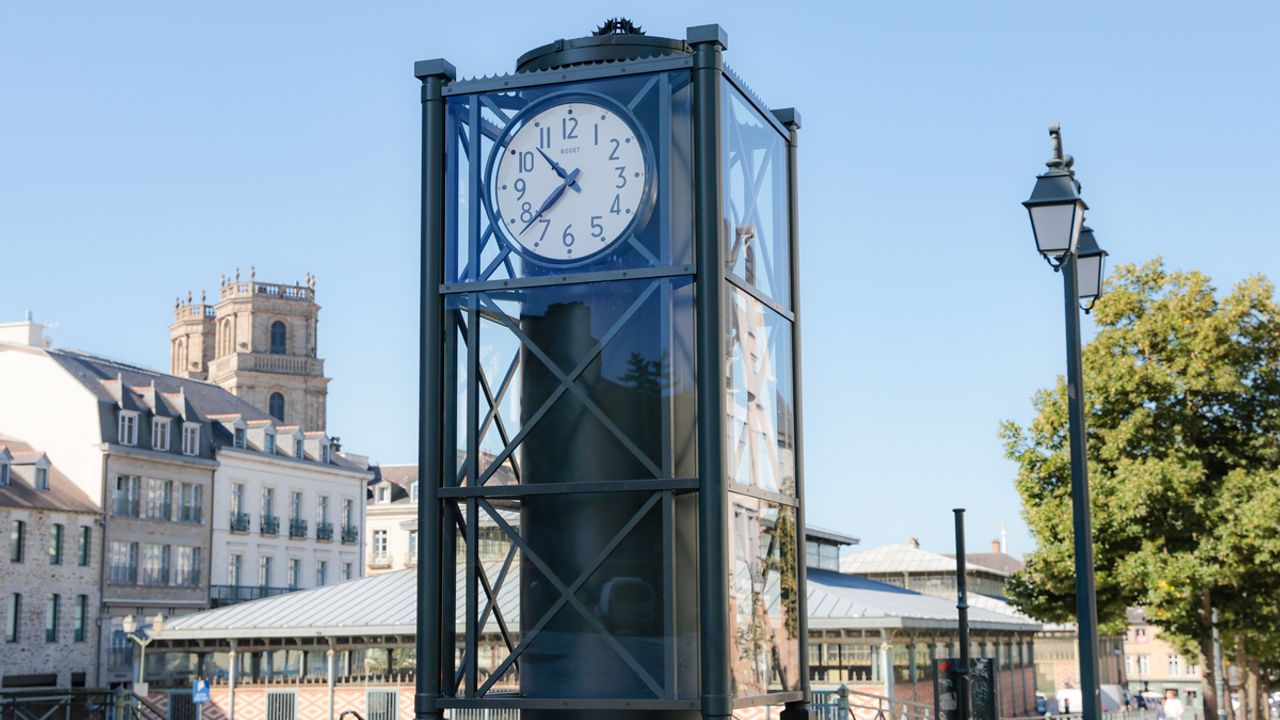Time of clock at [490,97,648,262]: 10:37
